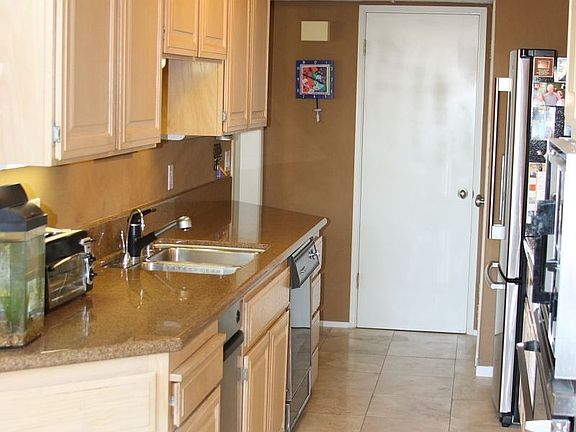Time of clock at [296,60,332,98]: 3:48
